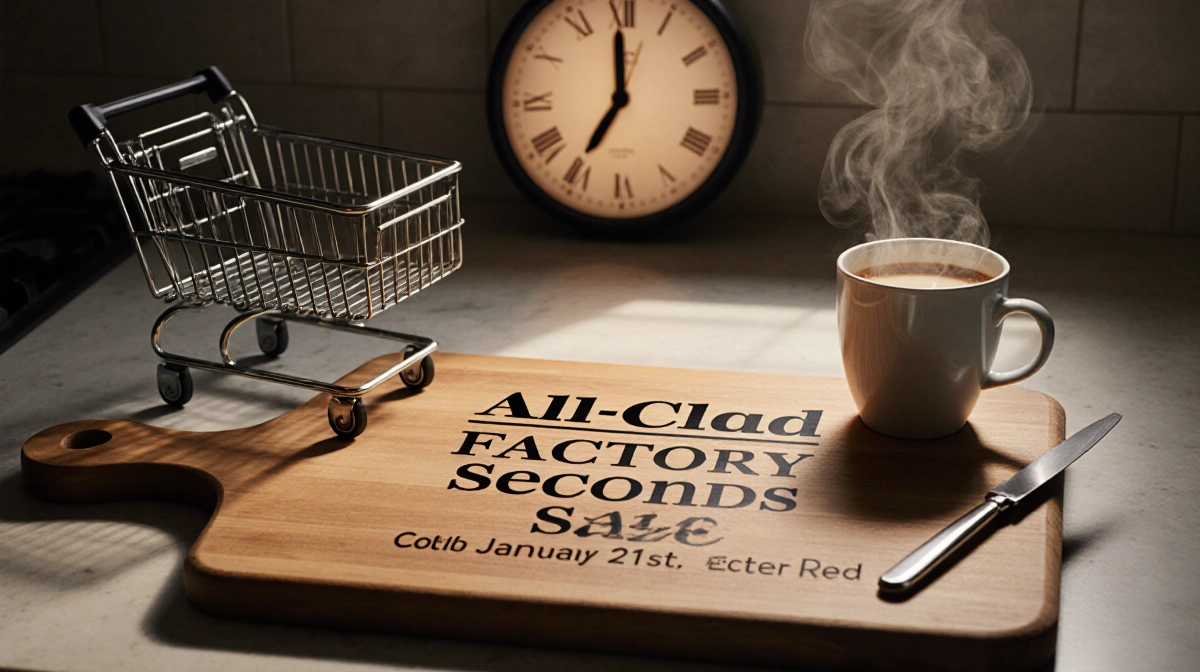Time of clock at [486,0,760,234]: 6:59
